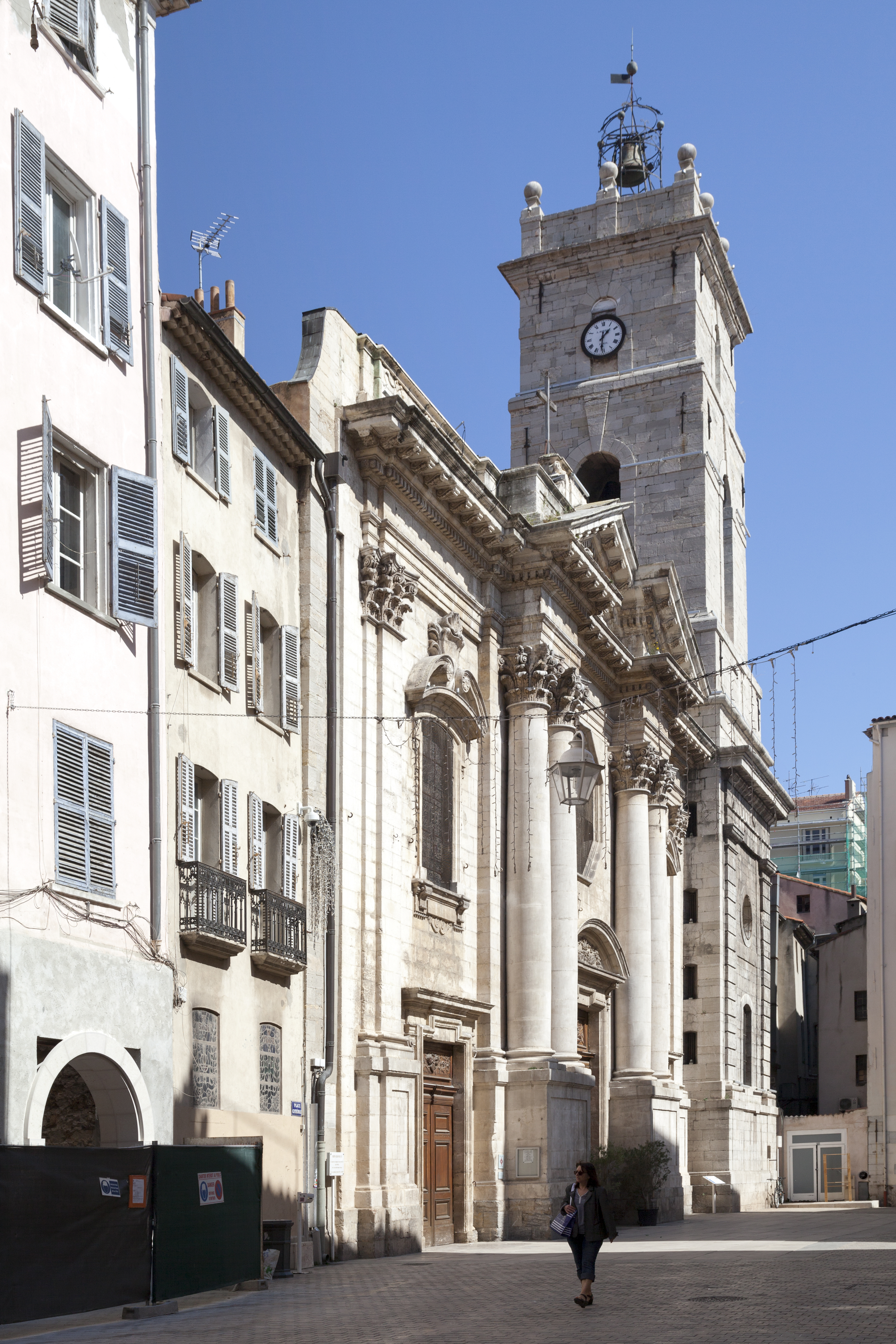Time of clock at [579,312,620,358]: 1:31
